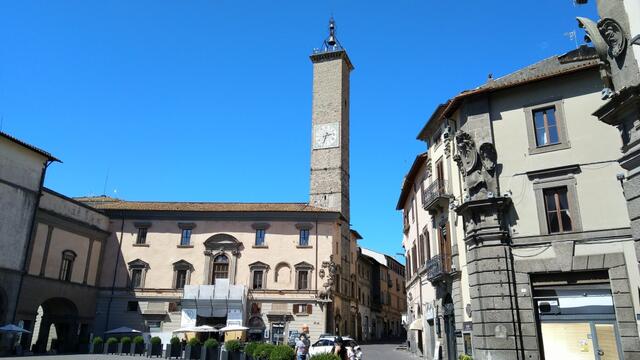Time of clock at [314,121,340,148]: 2:33
